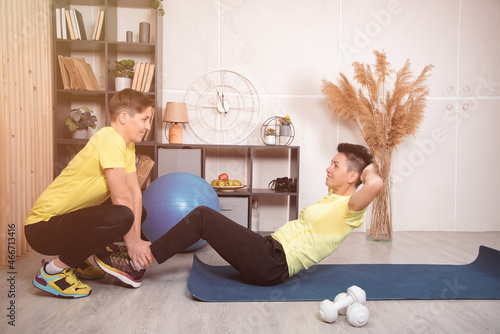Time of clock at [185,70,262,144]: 11:45
